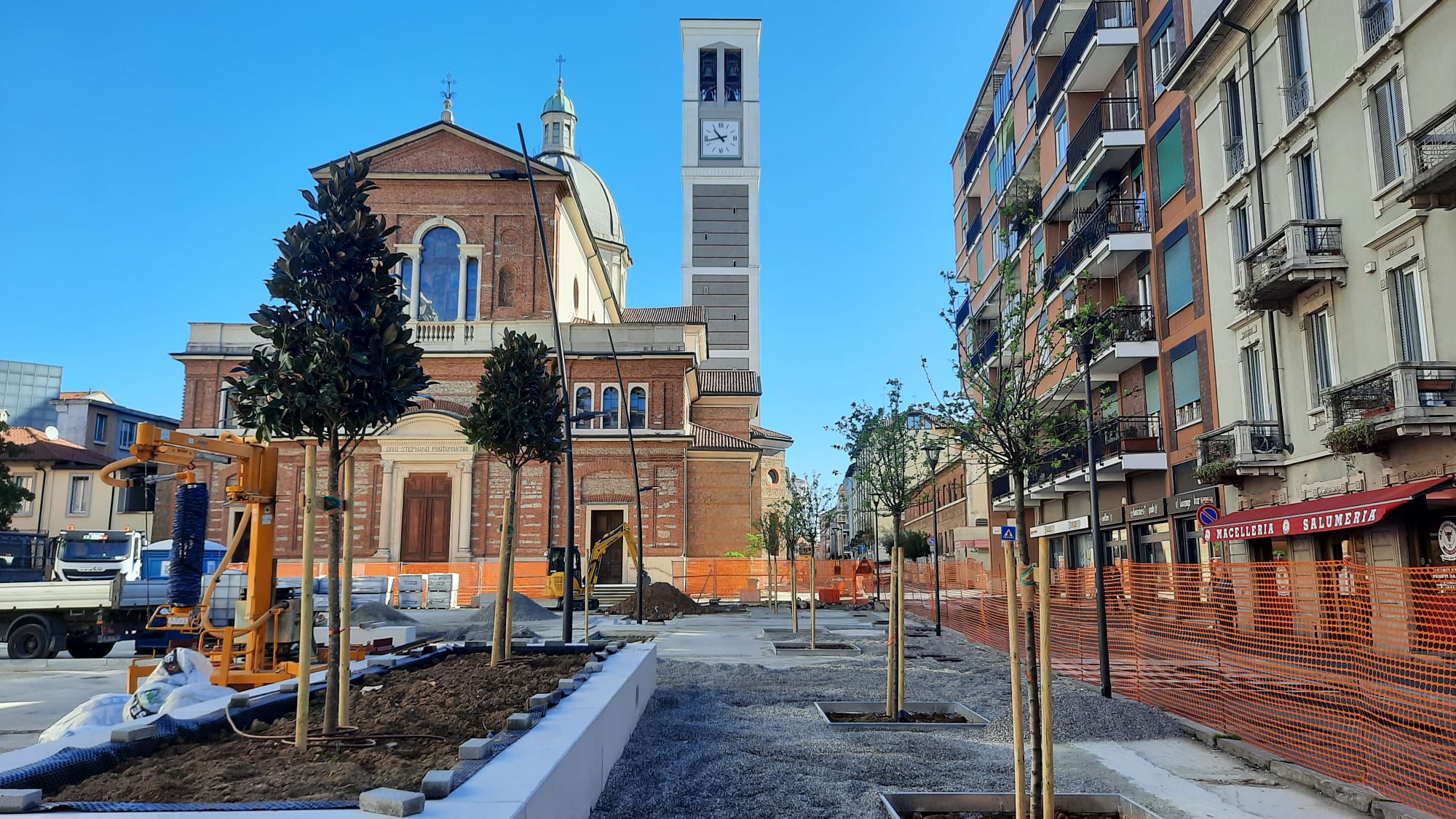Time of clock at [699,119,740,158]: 10:42
